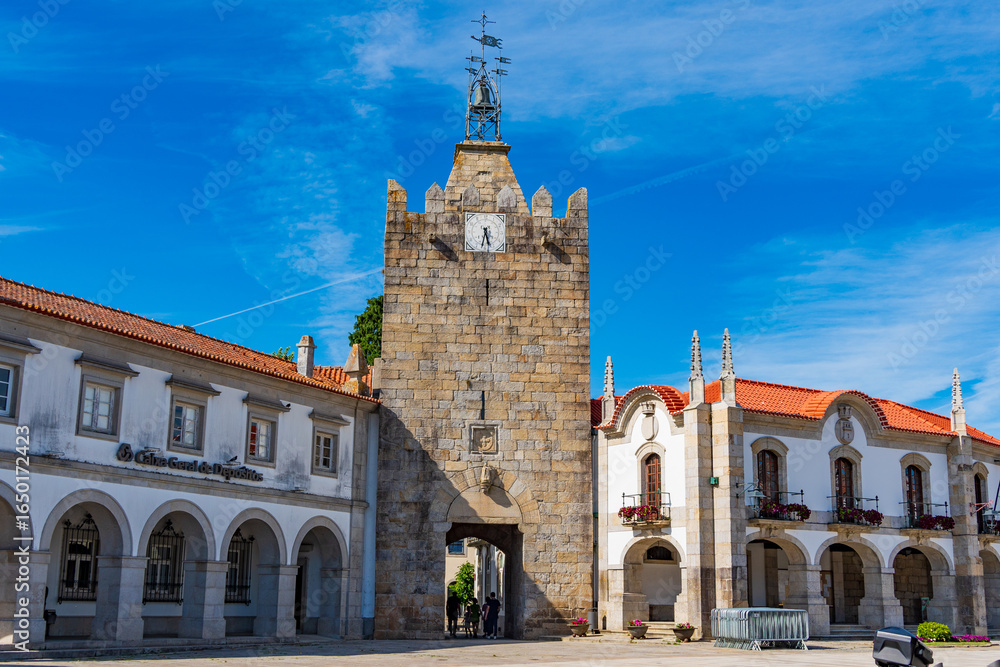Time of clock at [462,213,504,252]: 5:32
